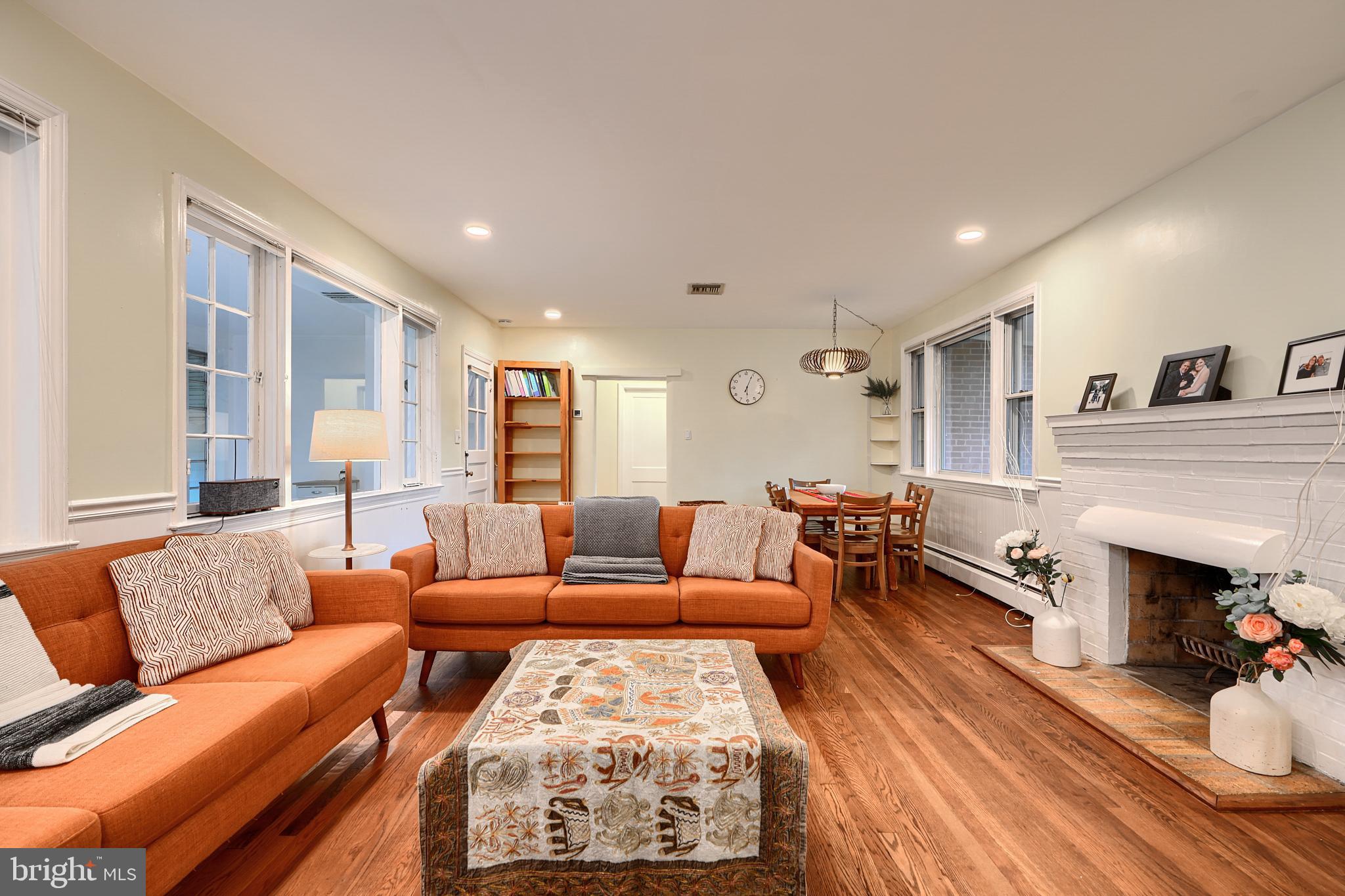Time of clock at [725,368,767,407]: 6:04
